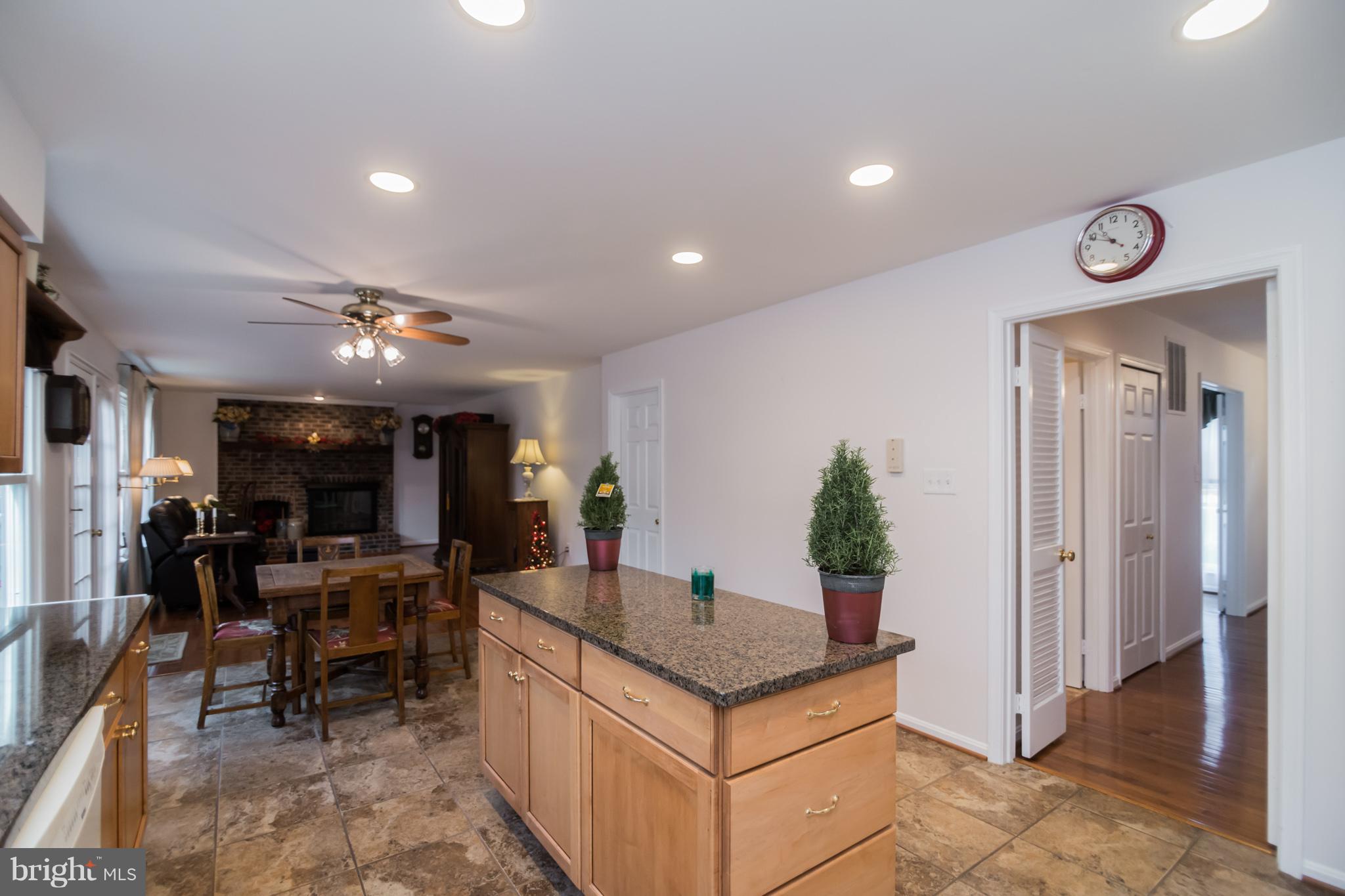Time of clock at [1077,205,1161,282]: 10:48
